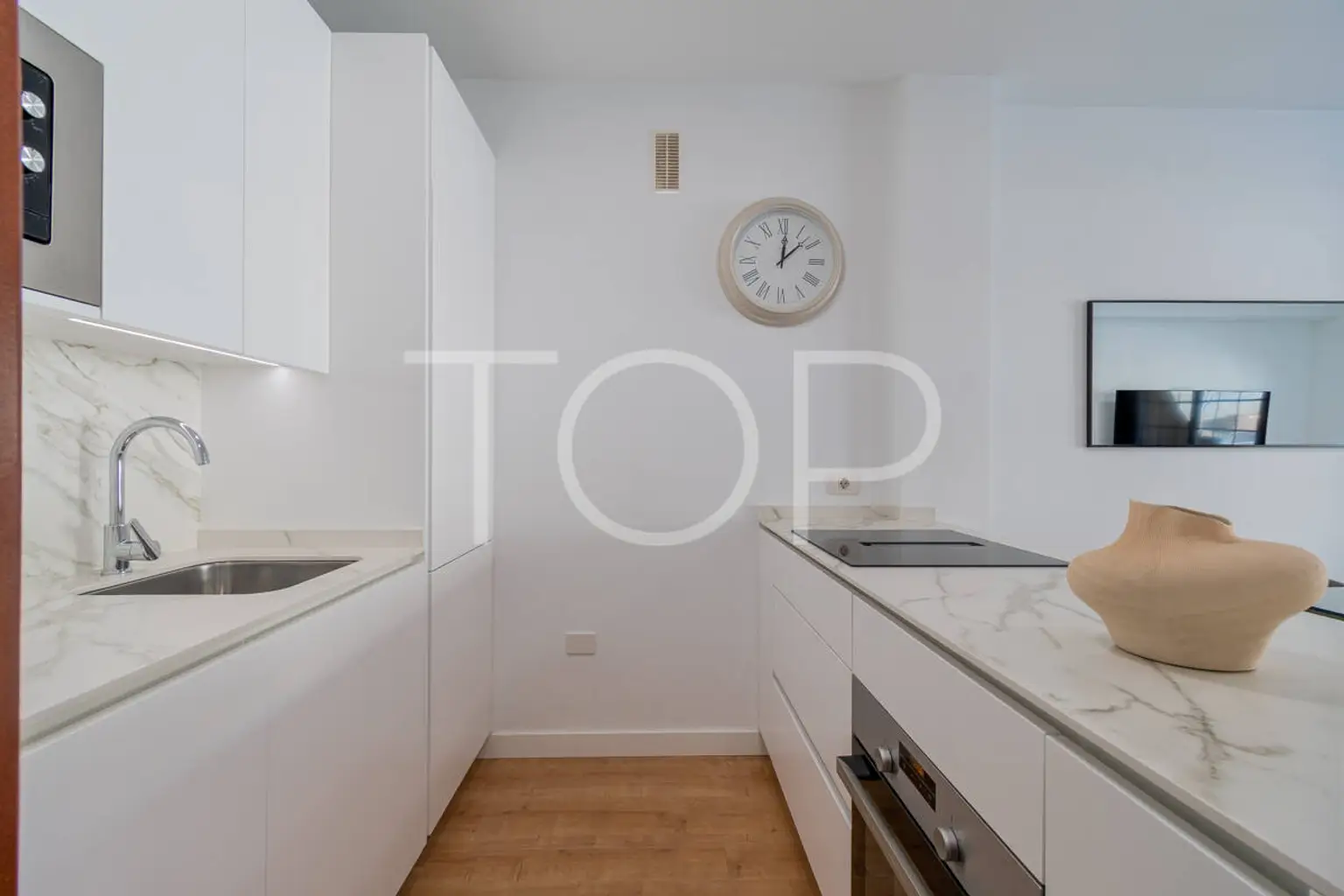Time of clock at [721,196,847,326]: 12:07
